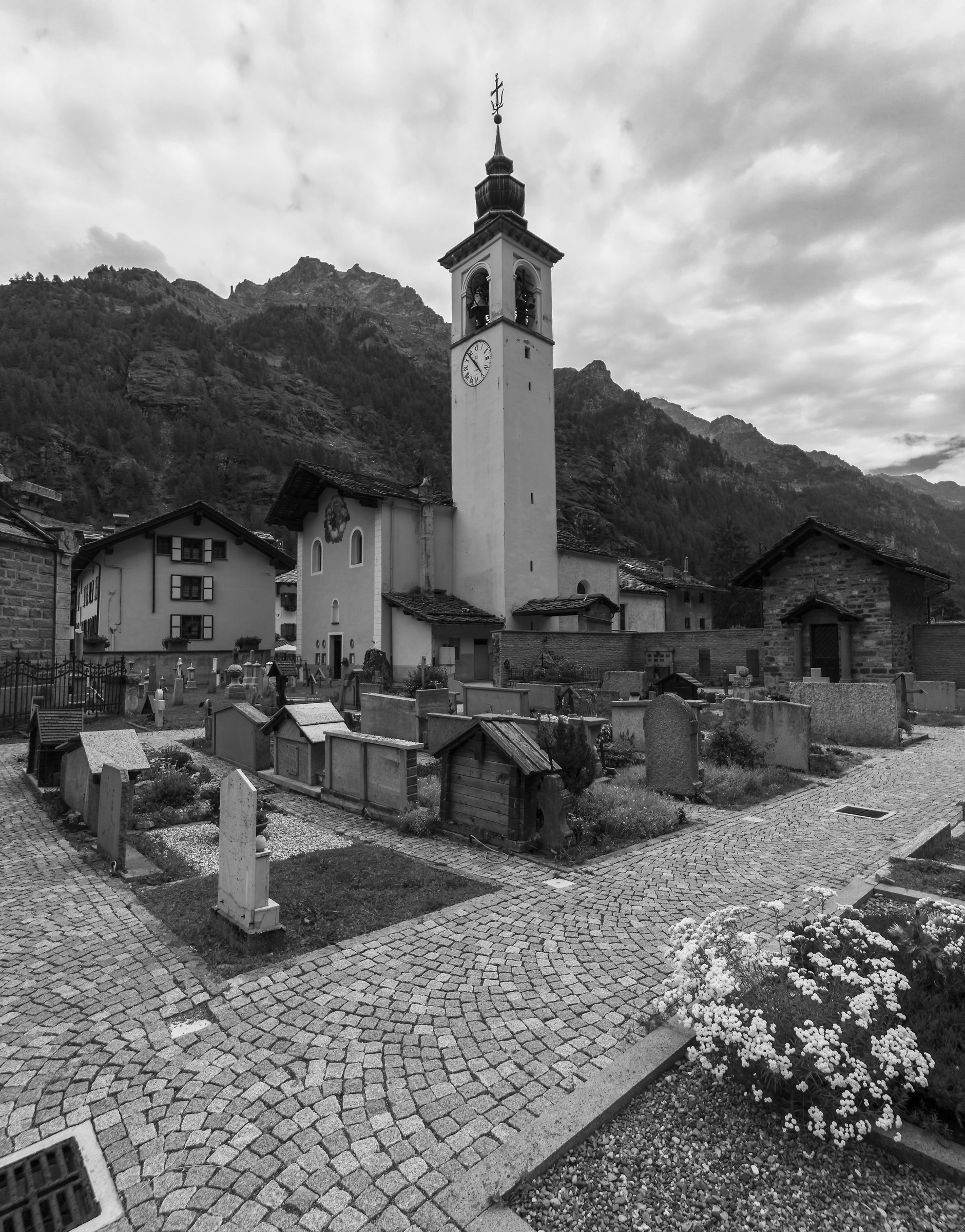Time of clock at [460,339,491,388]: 4:53
